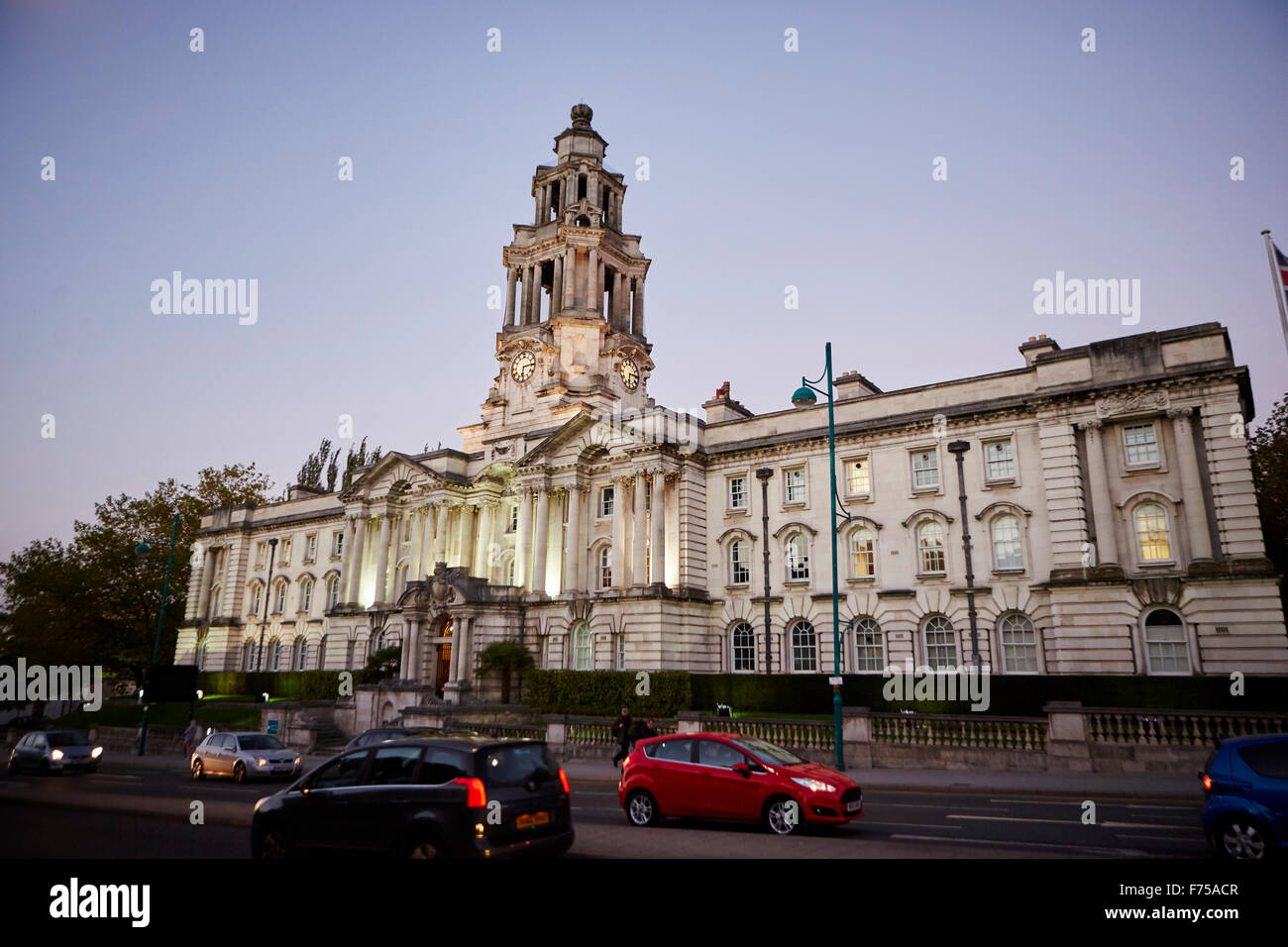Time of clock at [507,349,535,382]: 6:14
